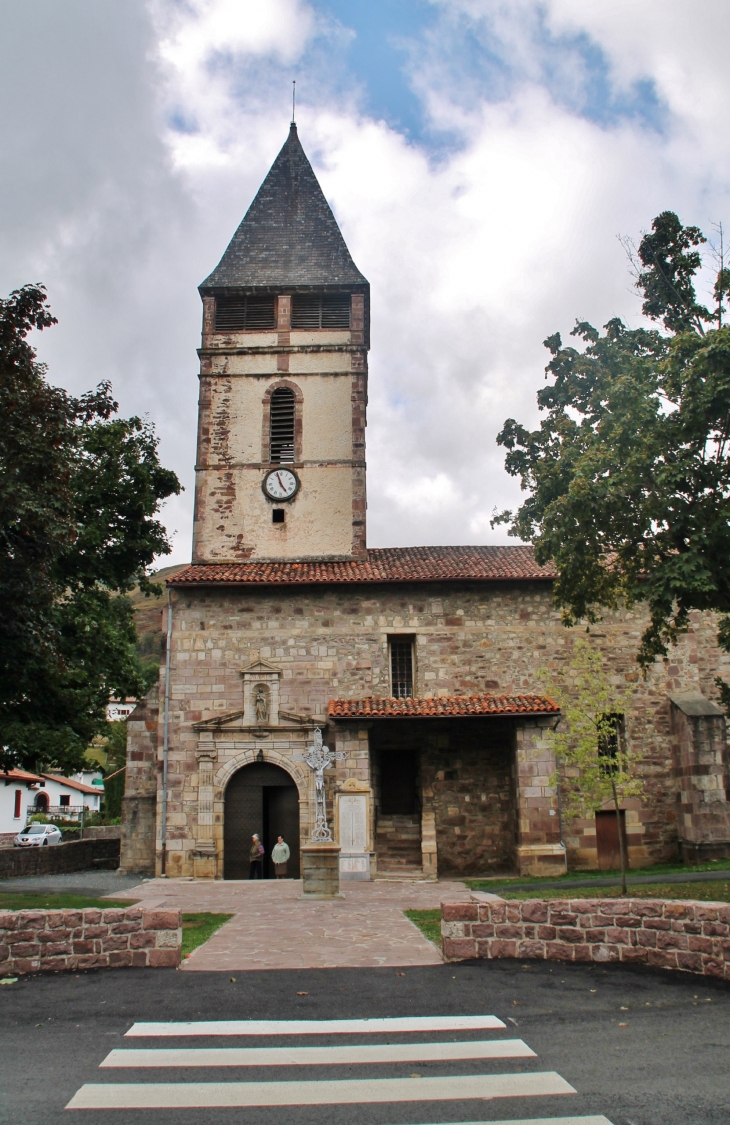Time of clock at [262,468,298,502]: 4:56
